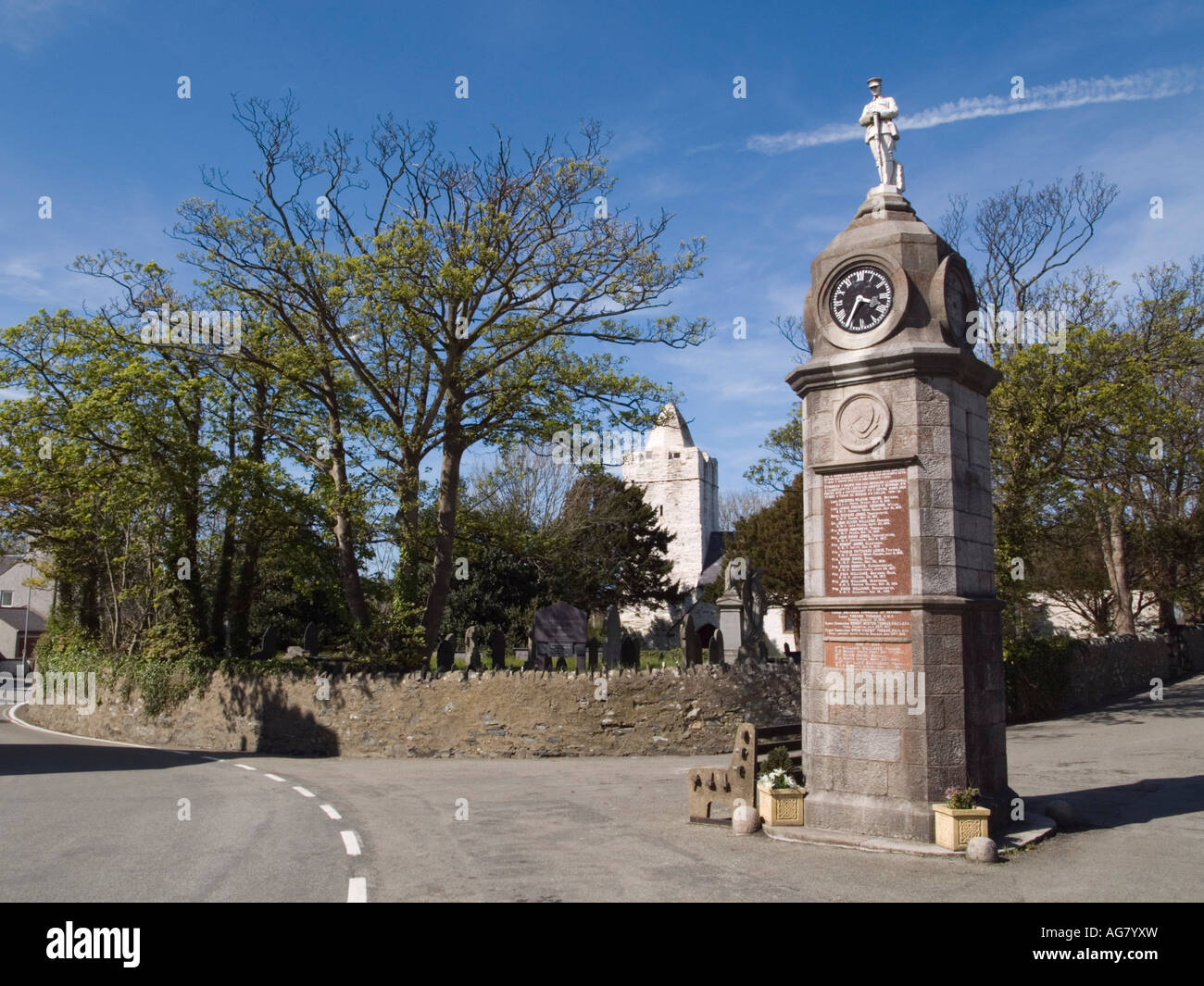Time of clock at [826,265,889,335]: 3:34
